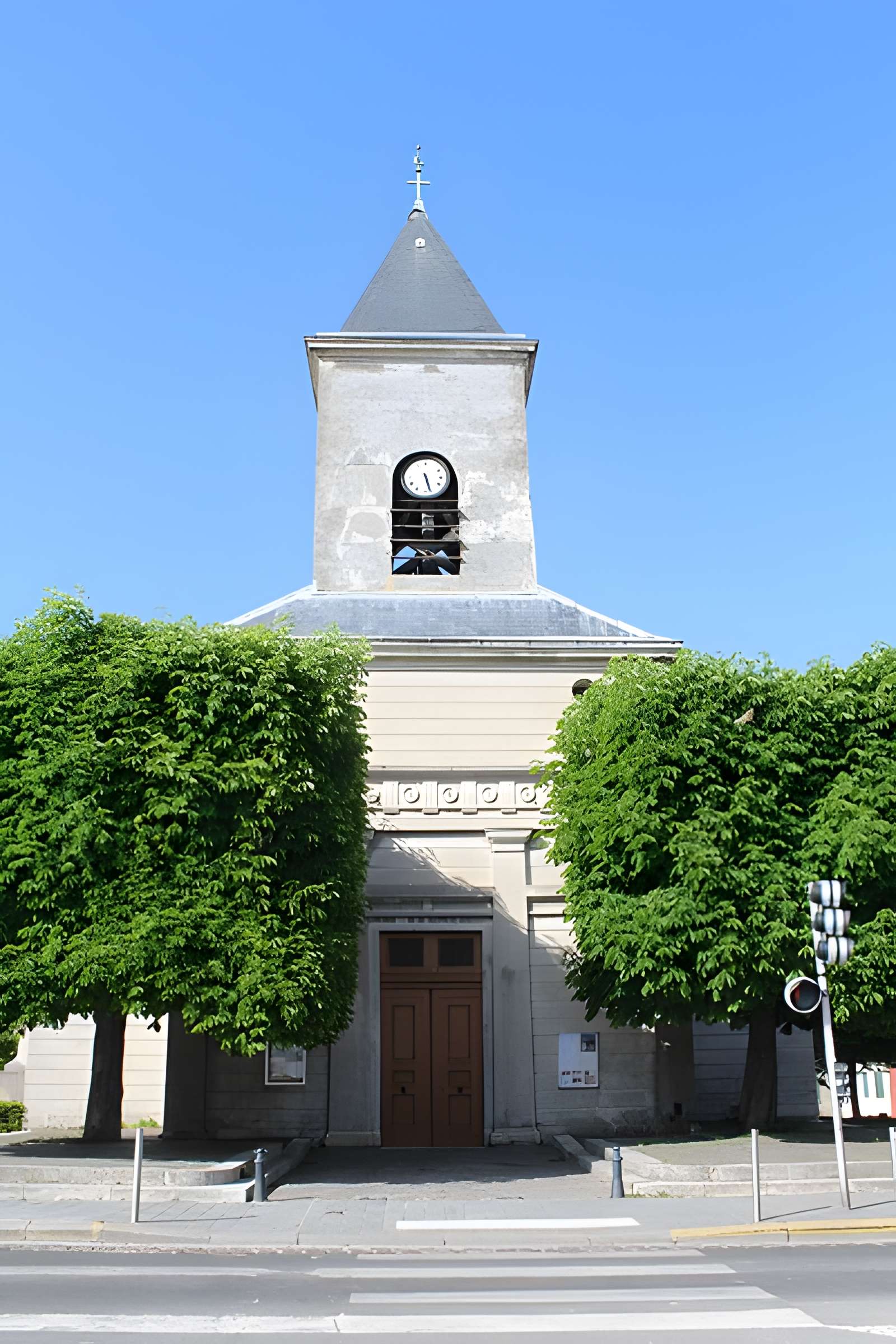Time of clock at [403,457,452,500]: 5:26
